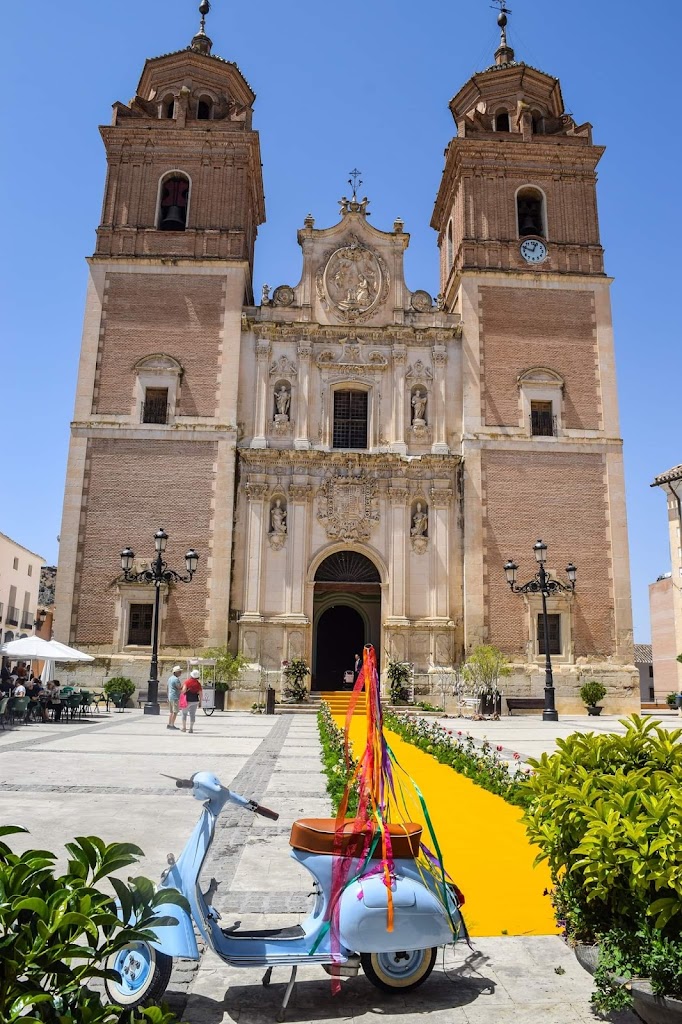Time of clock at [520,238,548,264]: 12:48
